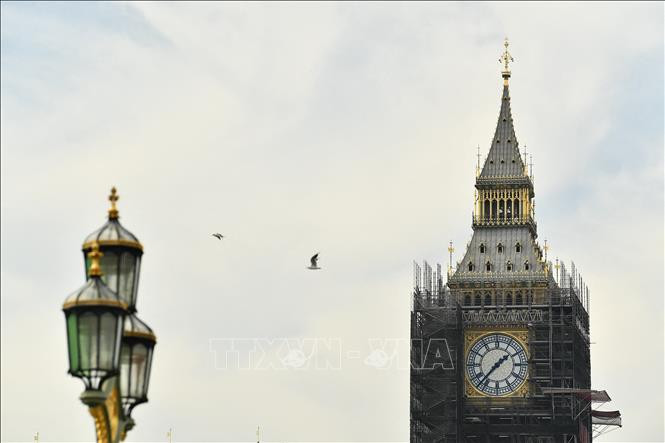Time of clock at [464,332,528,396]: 1:37
